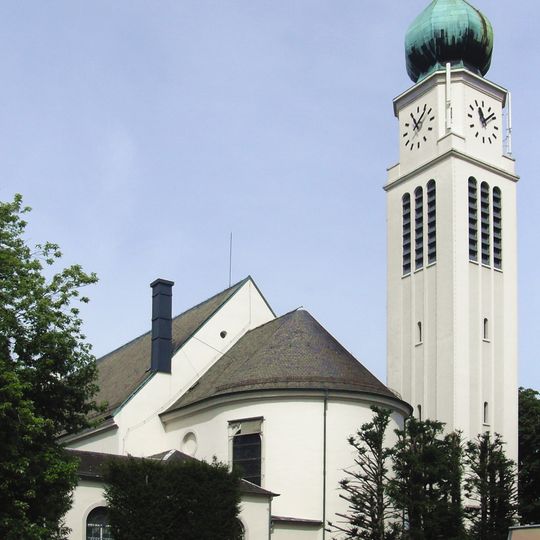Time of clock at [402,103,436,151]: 11:07
